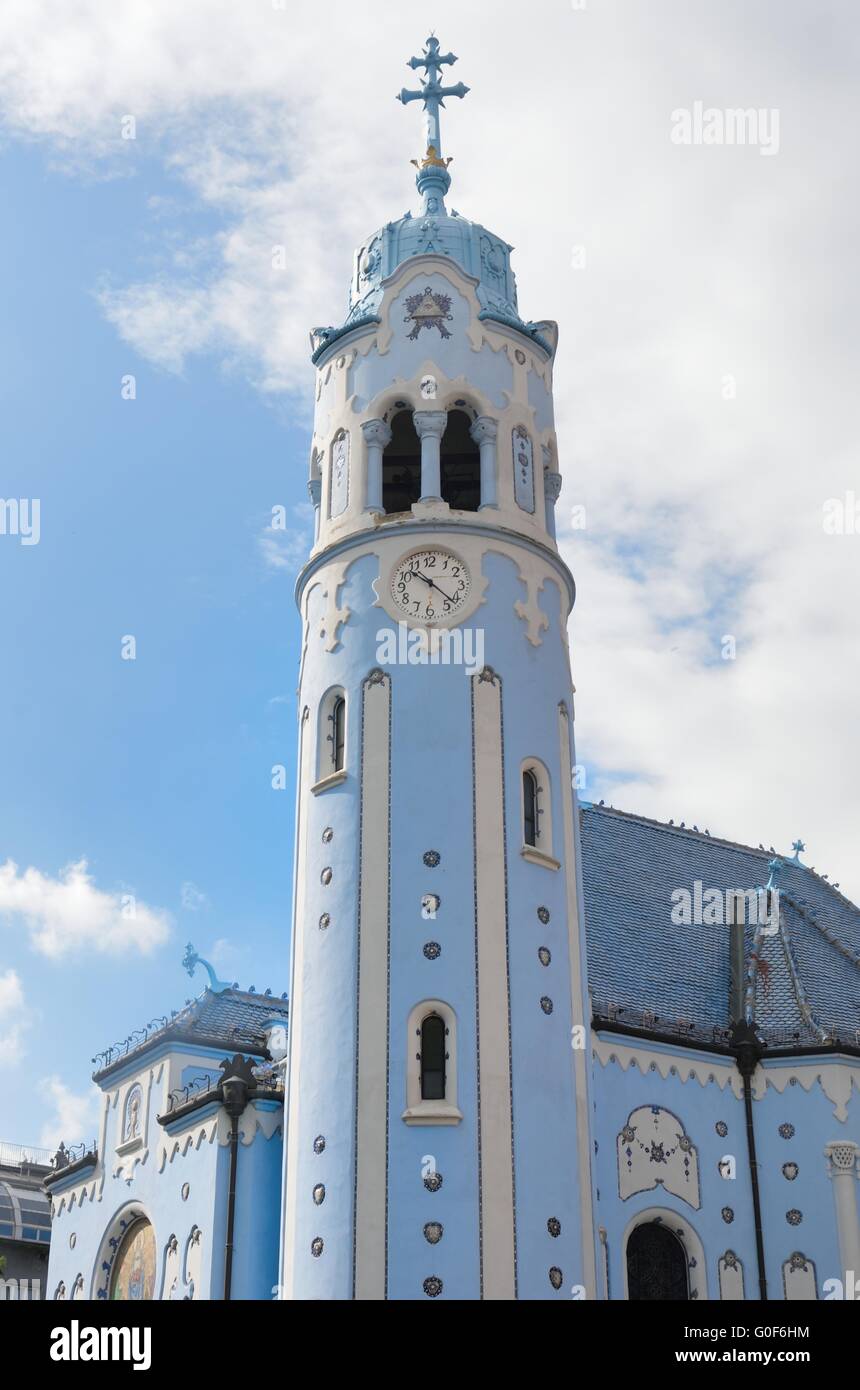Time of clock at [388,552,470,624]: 10:22
